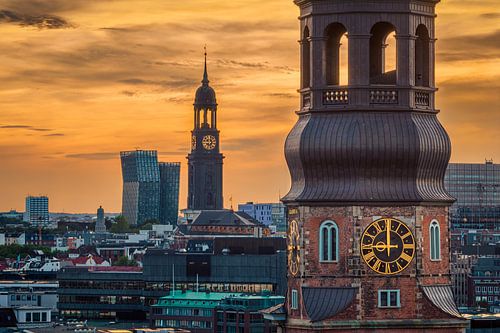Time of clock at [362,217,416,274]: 8:59
